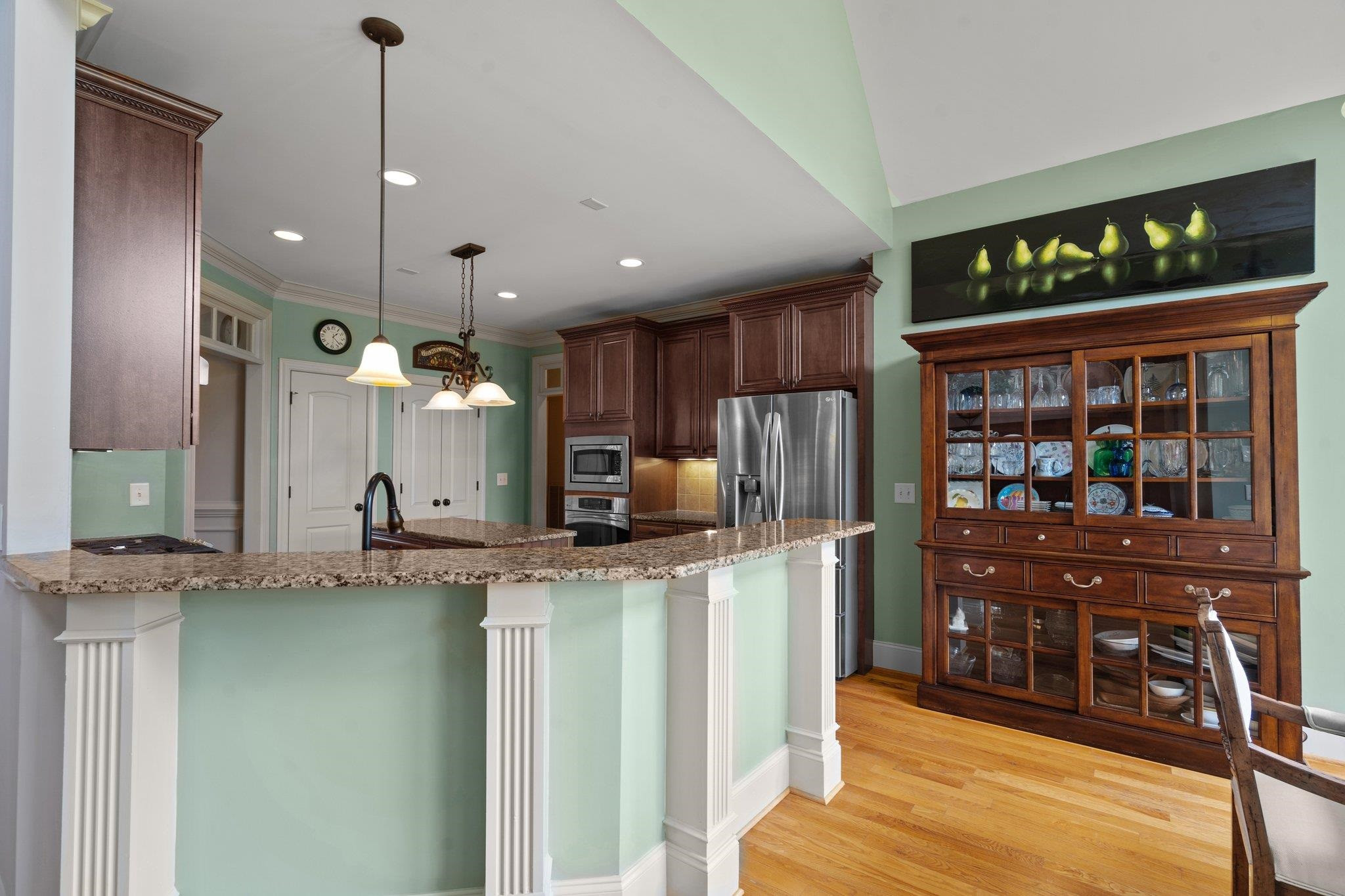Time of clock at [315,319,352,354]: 1:21
